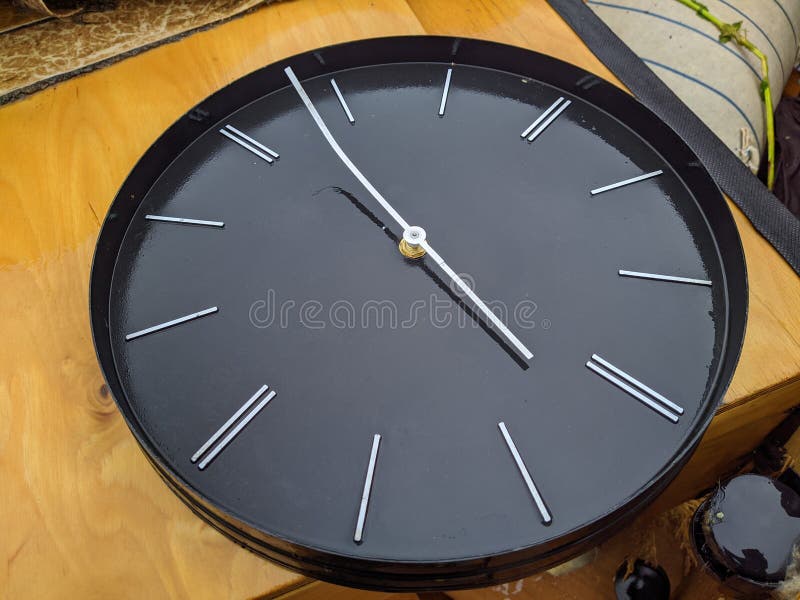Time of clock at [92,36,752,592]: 4:22
